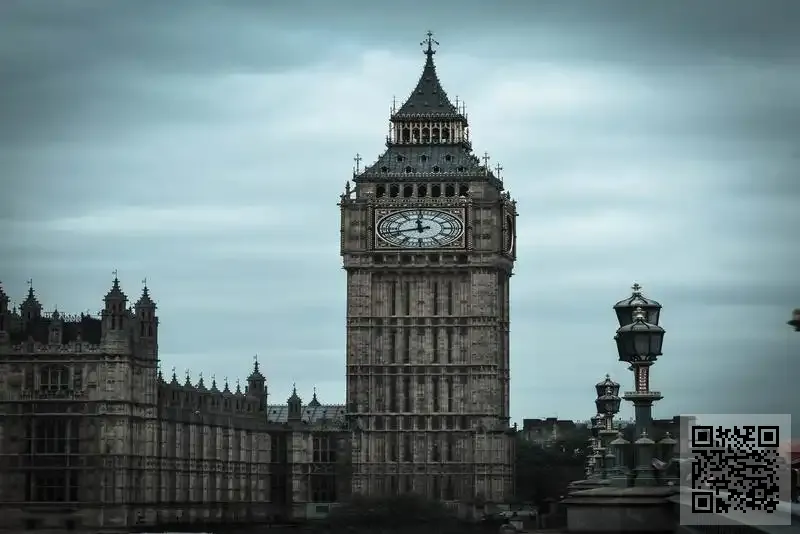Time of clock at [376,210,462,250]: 11:42
